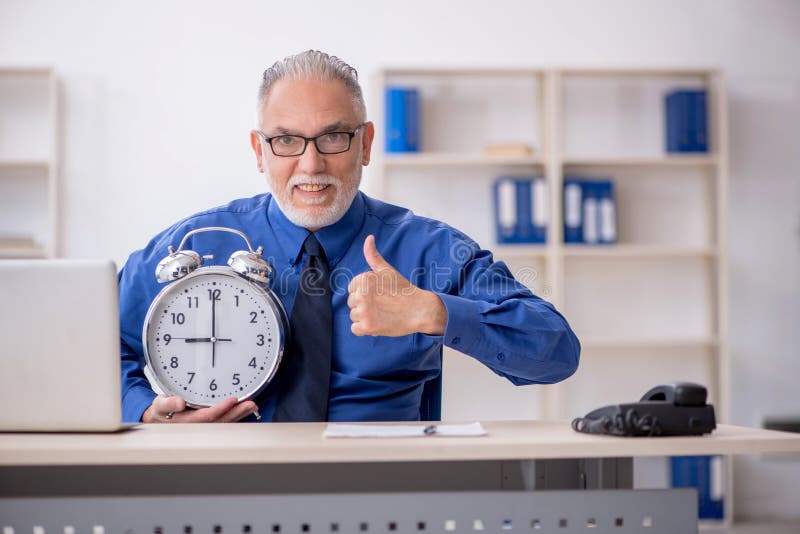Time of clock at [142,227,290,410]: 9:00
